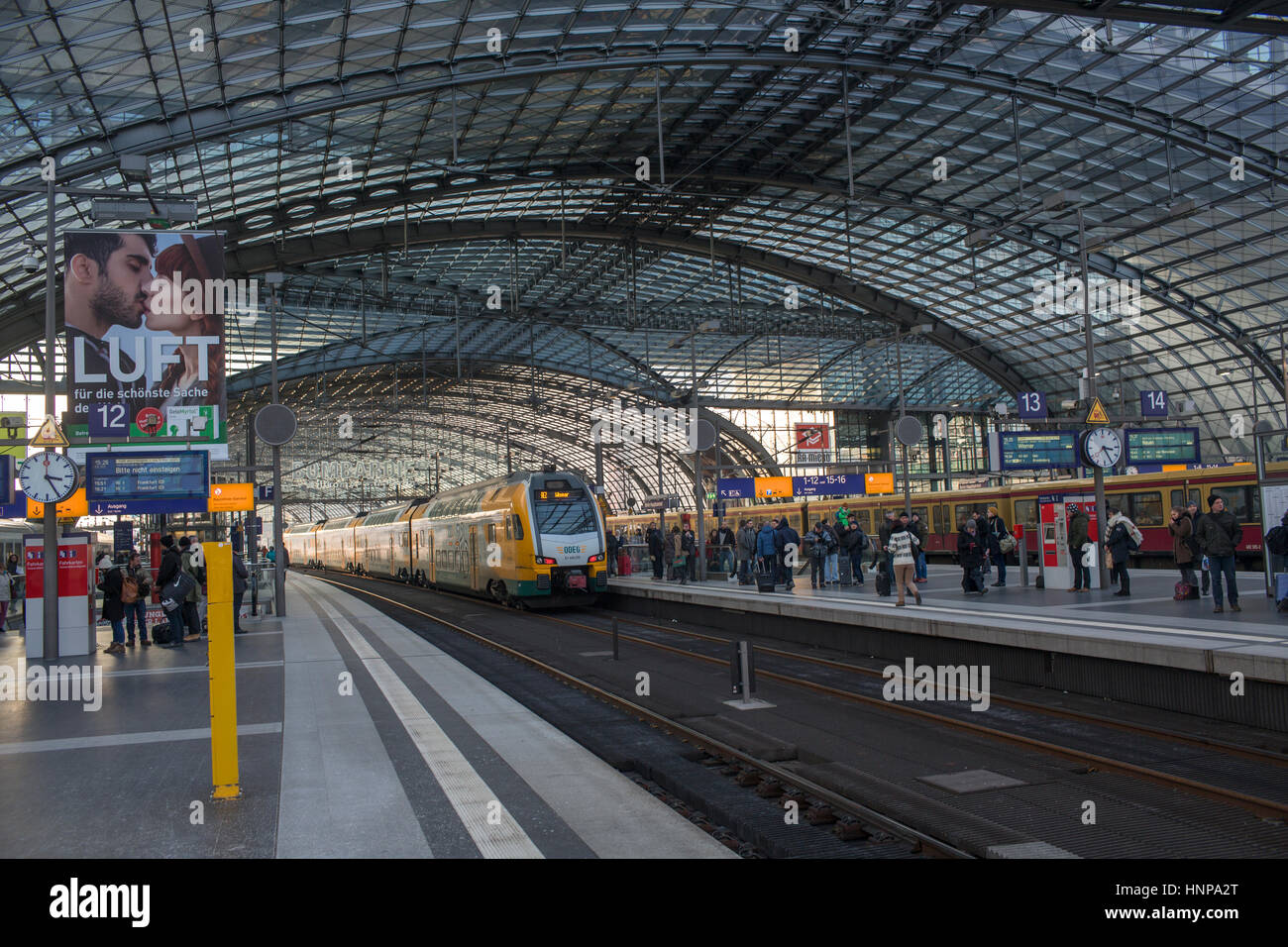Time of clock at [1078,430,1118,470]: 3:25
